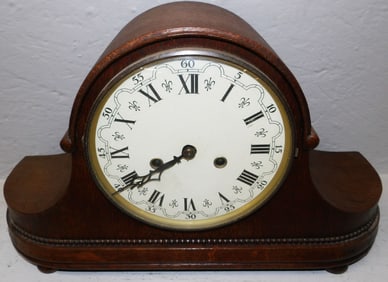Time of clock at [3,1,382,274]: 7:39
